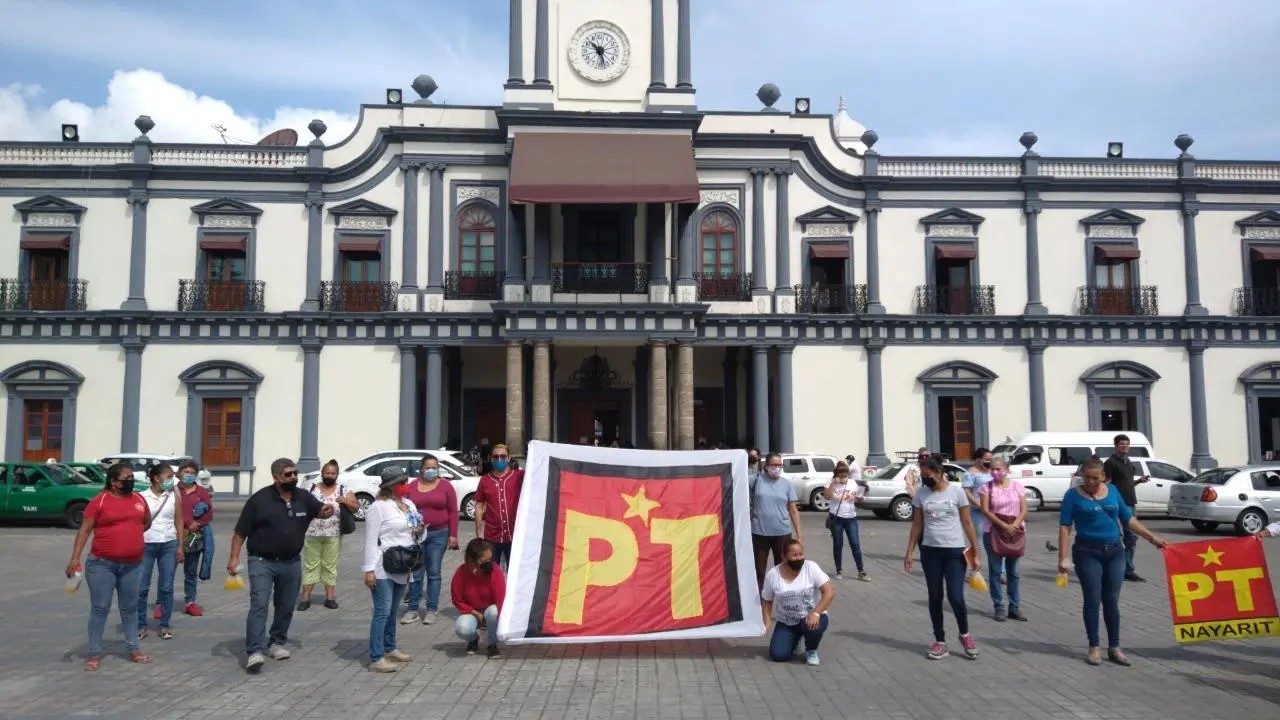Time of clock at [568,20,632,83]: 10:27
